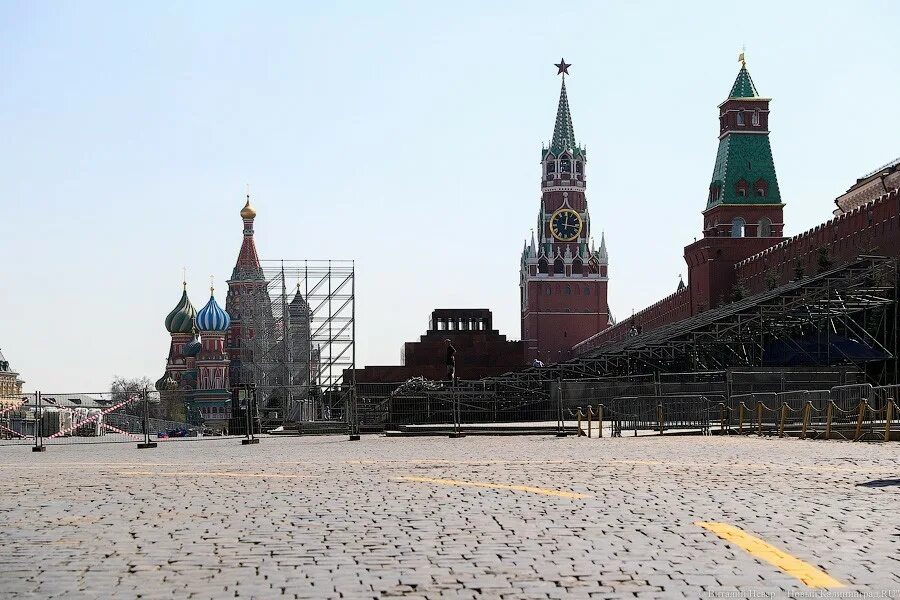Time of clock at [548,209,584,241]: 12:16
